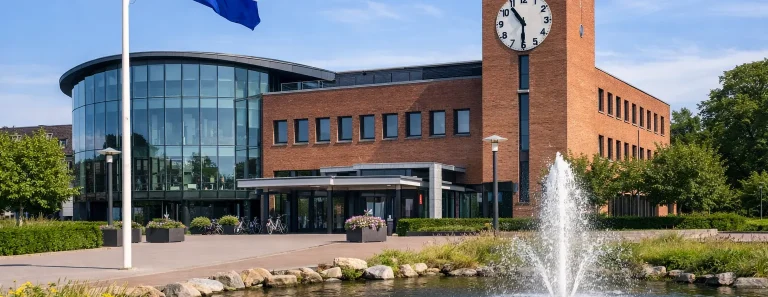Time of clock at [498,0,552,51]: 10:30
